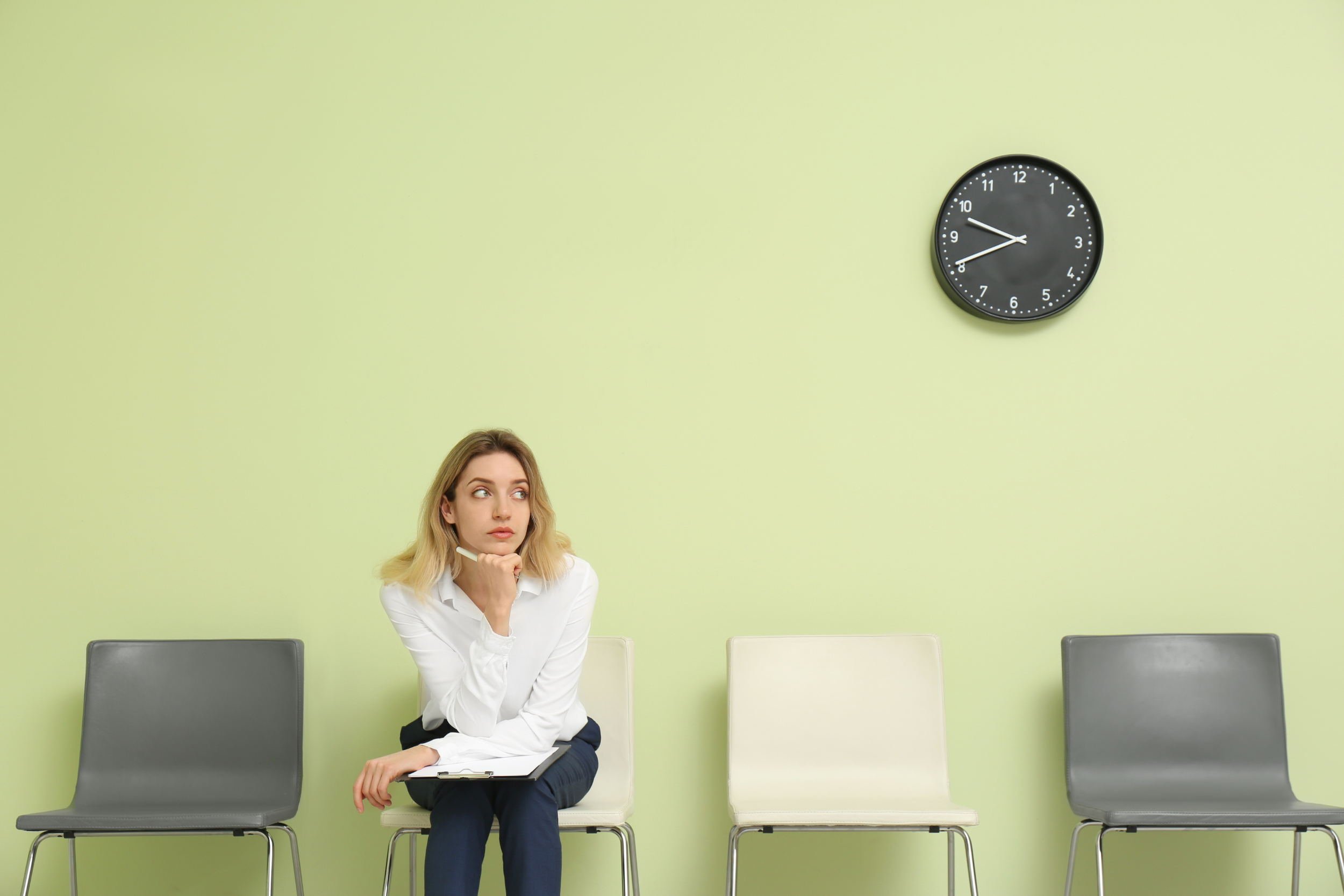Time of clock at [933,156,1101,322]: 9:40
